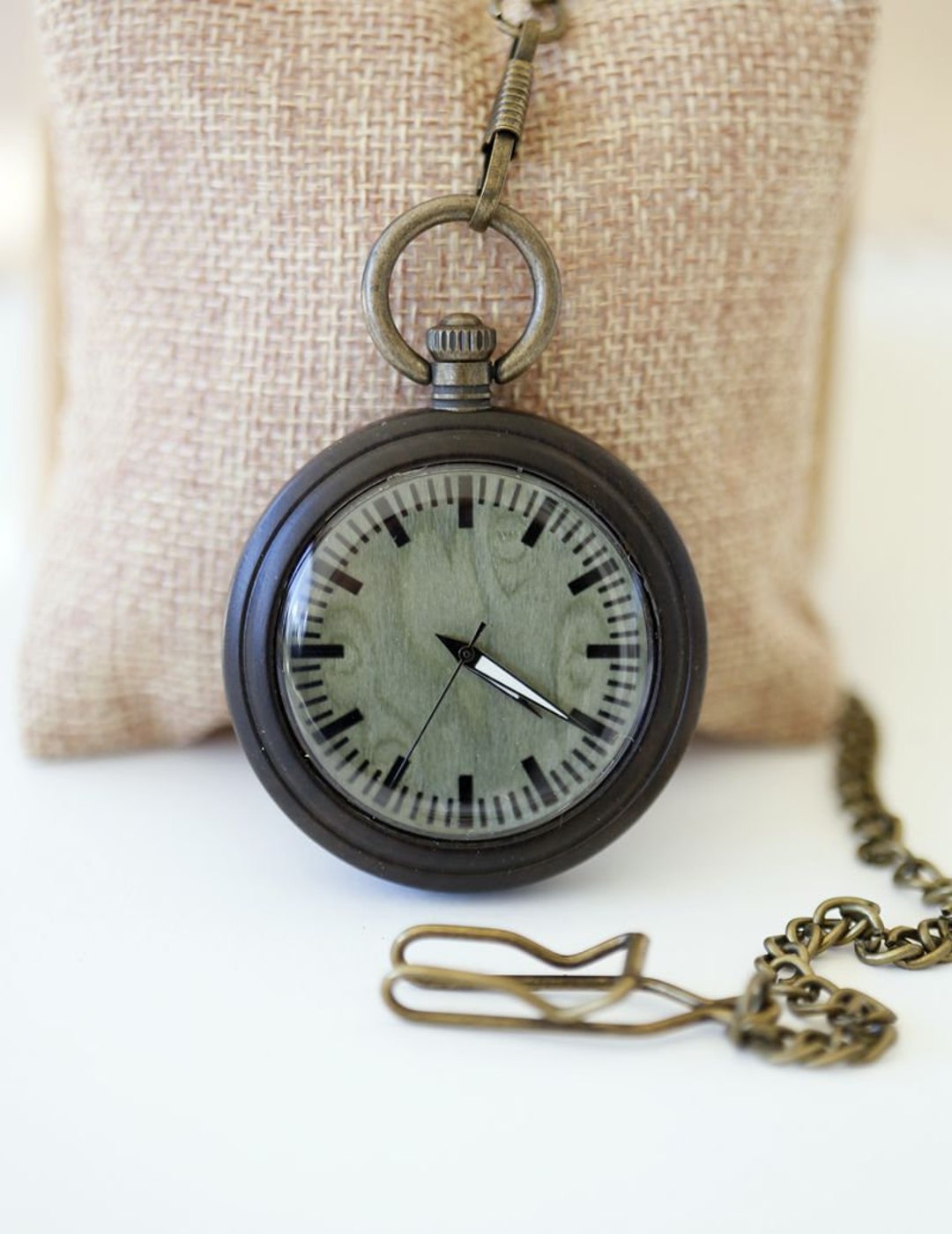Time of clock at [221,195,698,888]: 4:20
